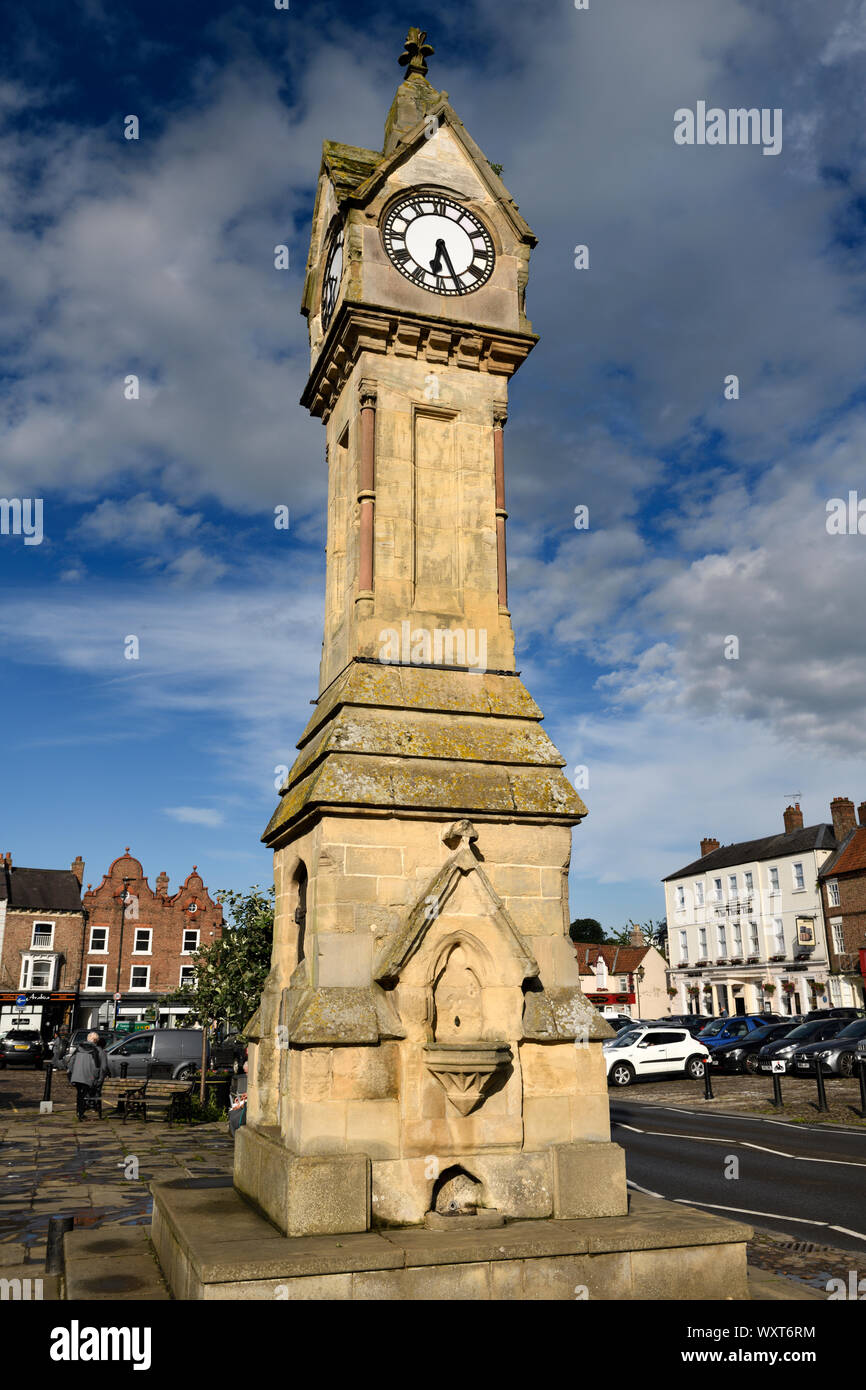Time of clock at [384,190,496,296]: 6:26
